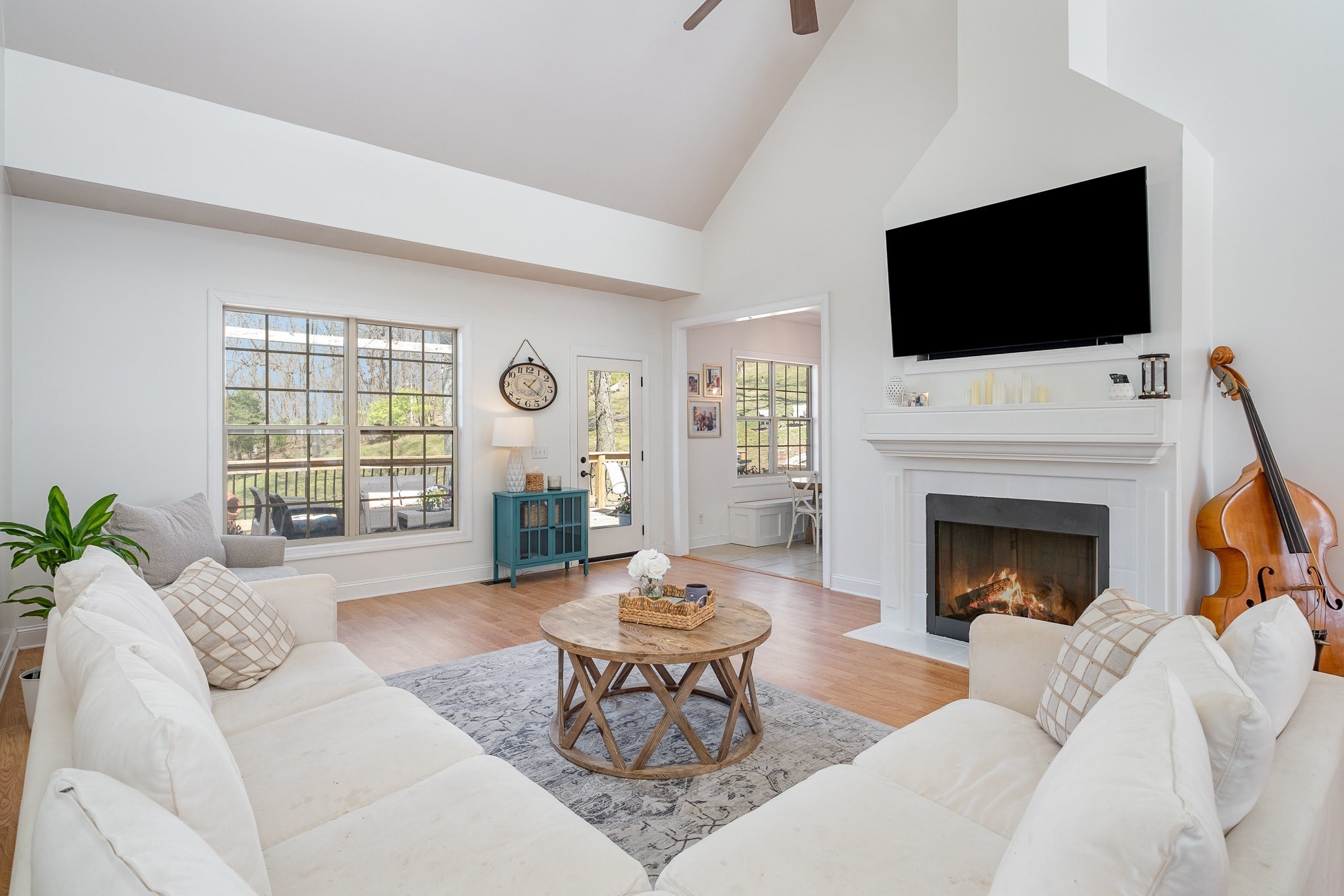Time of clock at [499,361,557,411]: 1:20
